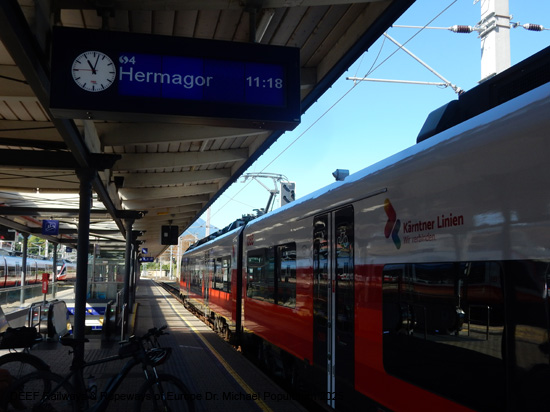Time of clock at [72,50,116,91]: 11:02
